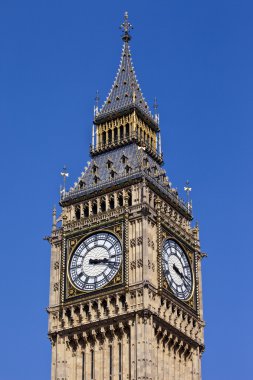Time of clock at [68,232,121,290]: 3:18
